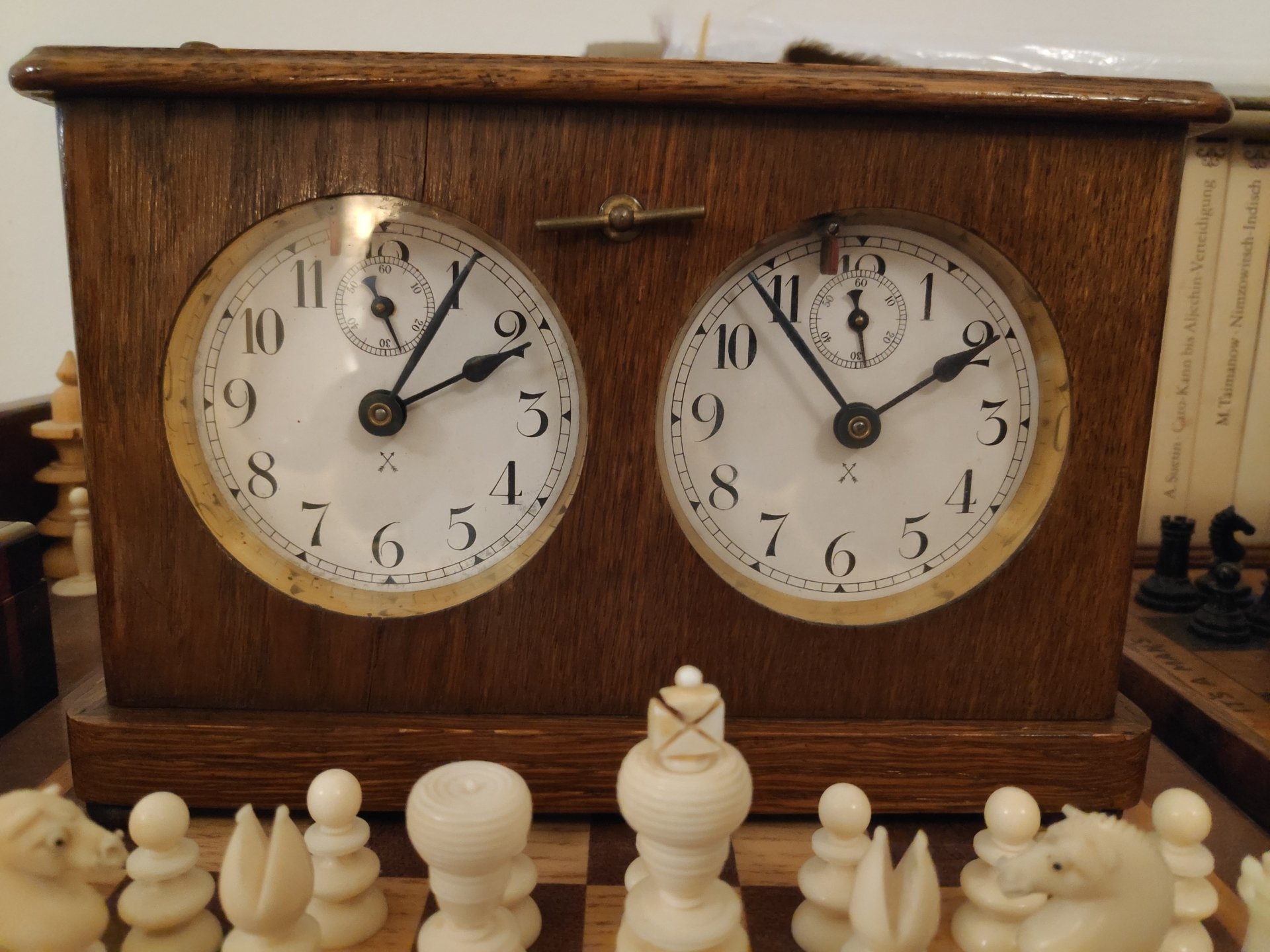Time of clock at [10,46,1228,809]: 2:04
